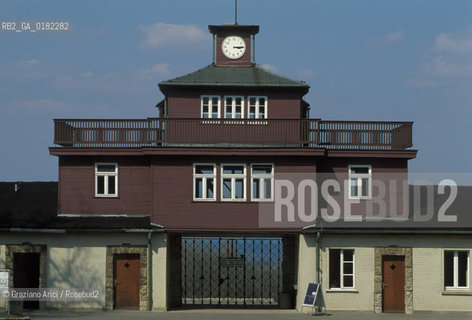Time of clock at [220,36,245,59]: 3:14
